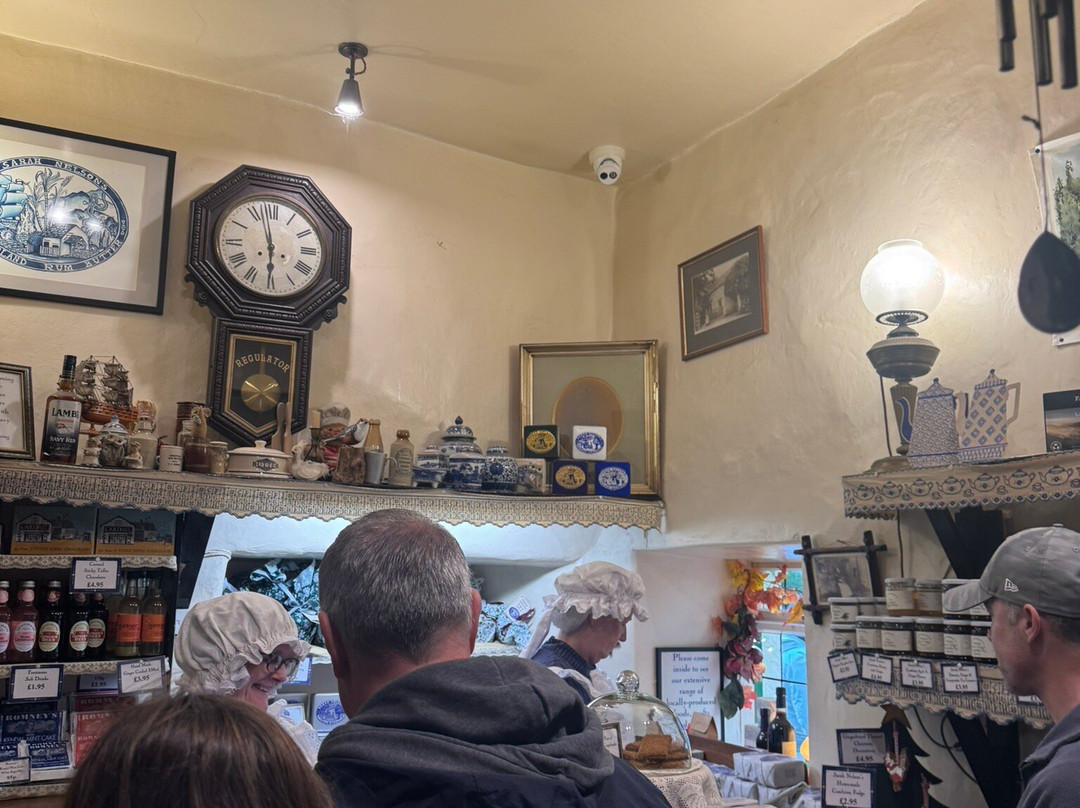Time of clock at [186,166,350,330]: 5:57
